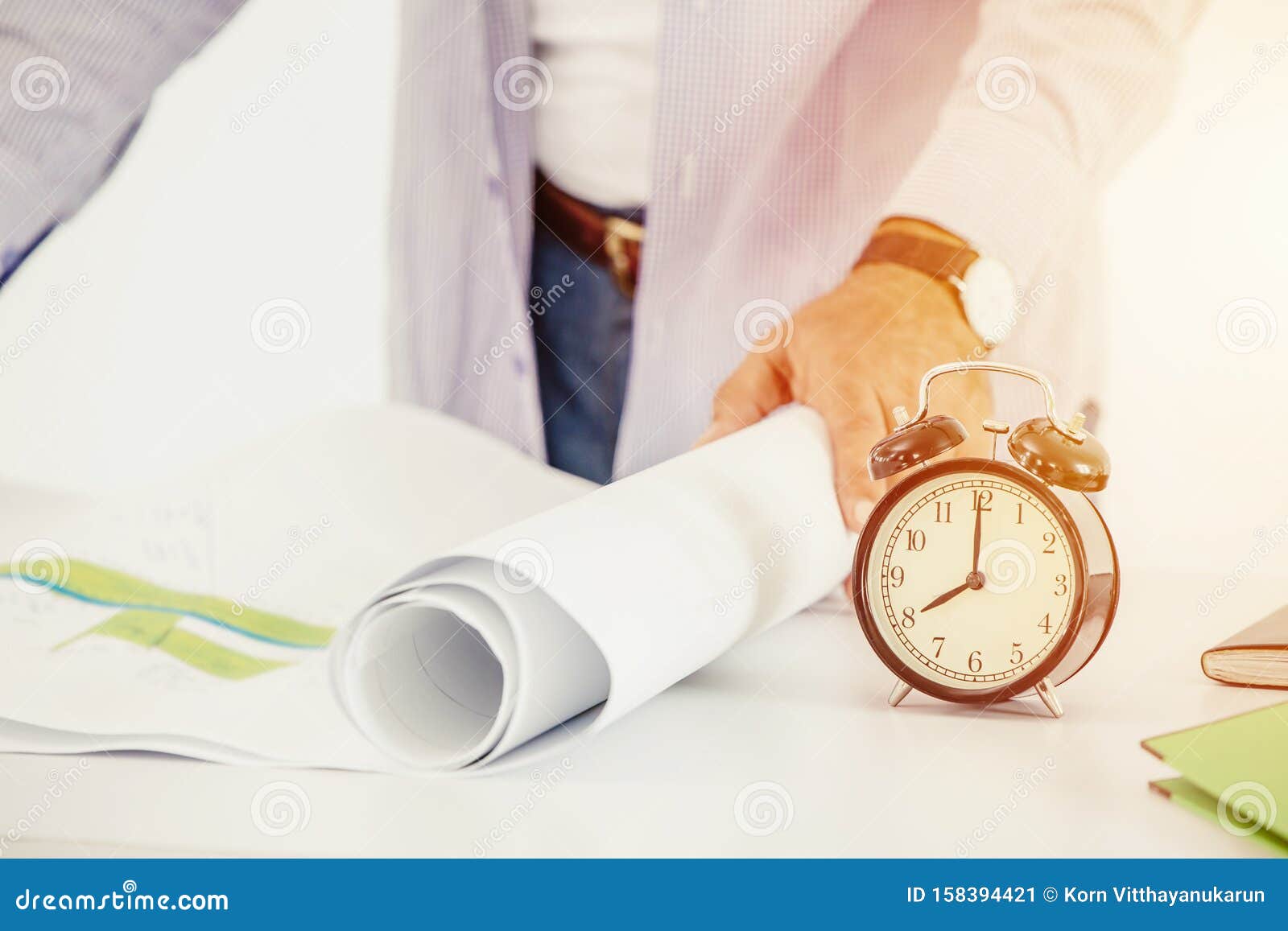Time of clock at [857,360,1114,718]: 8:00
